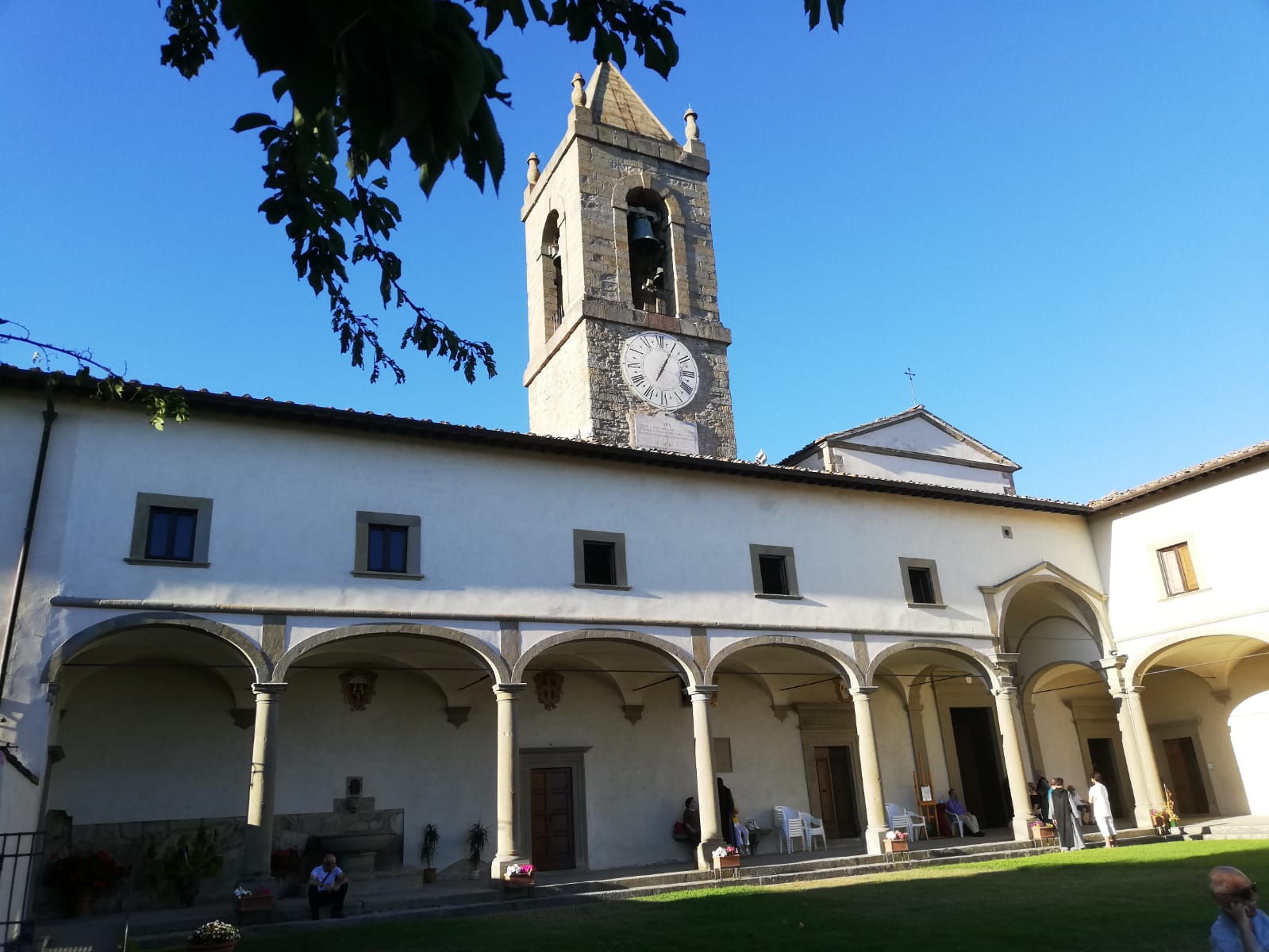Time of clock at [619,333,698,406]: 7:04
